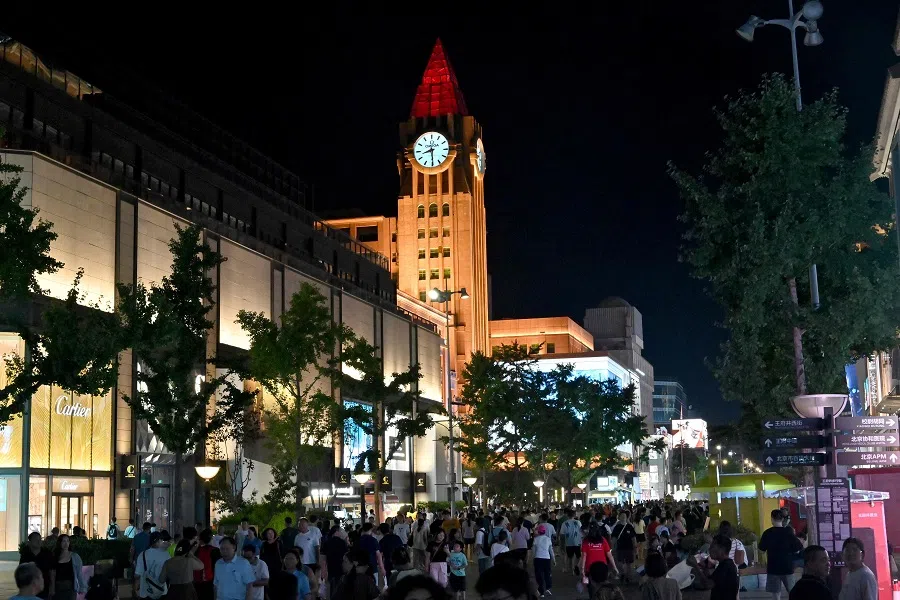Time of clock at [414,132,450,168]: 8:29
